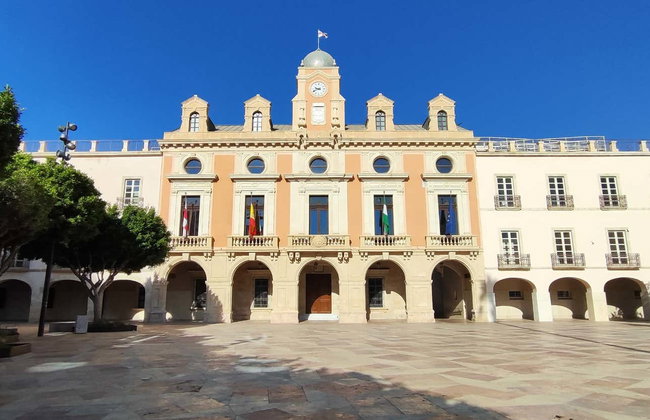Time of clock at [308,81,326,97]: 9:41
